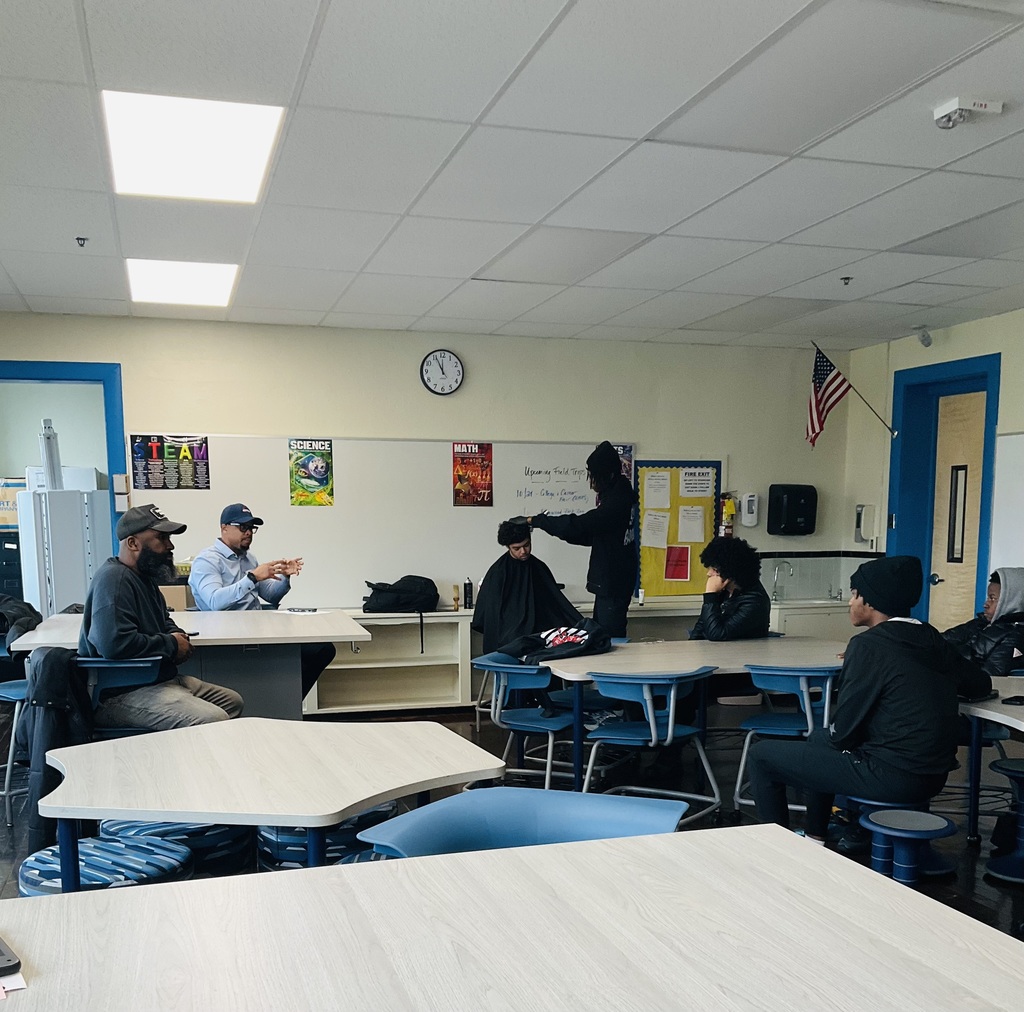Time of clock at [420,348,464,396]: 11:55
